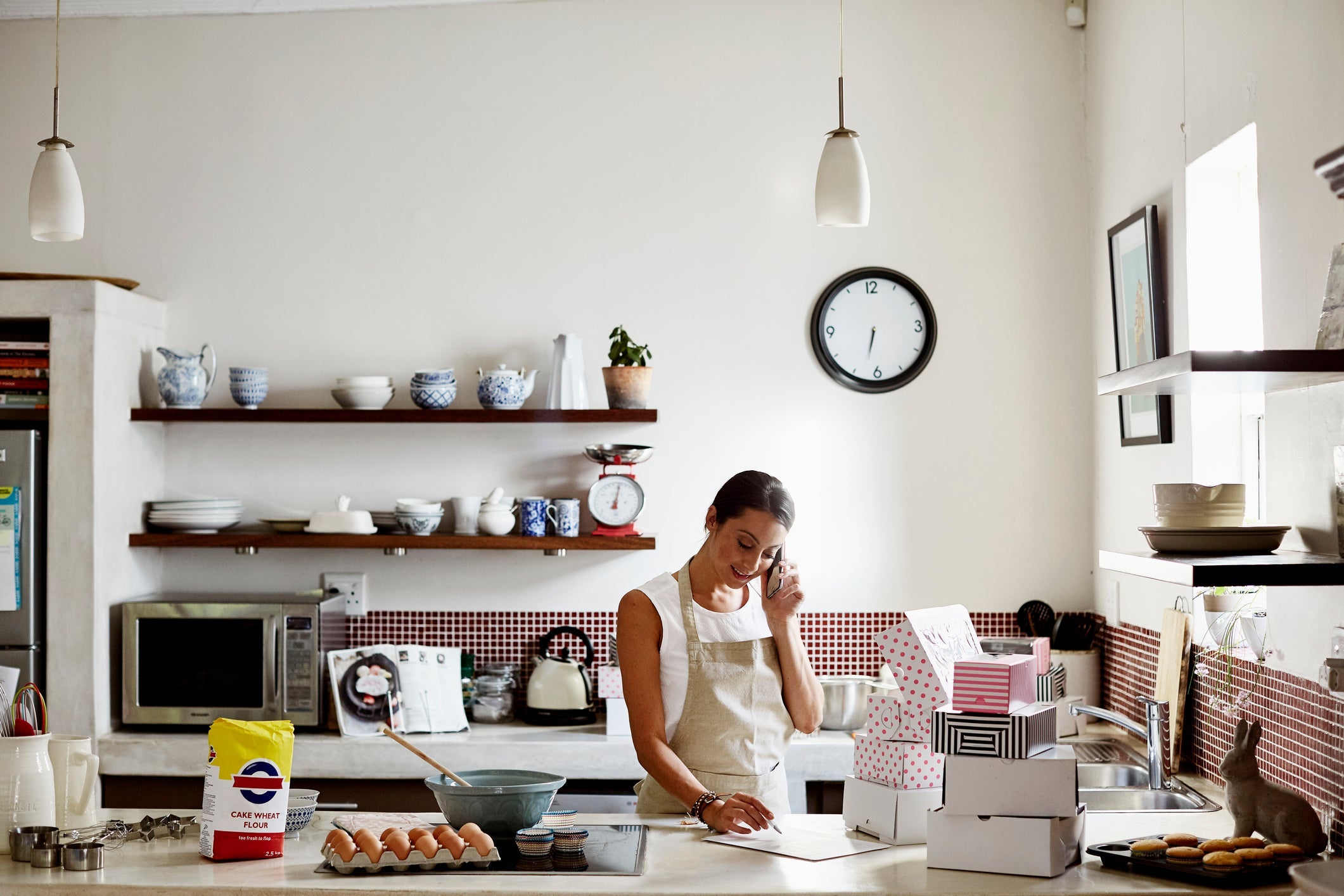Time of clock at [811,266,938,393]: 6:32
